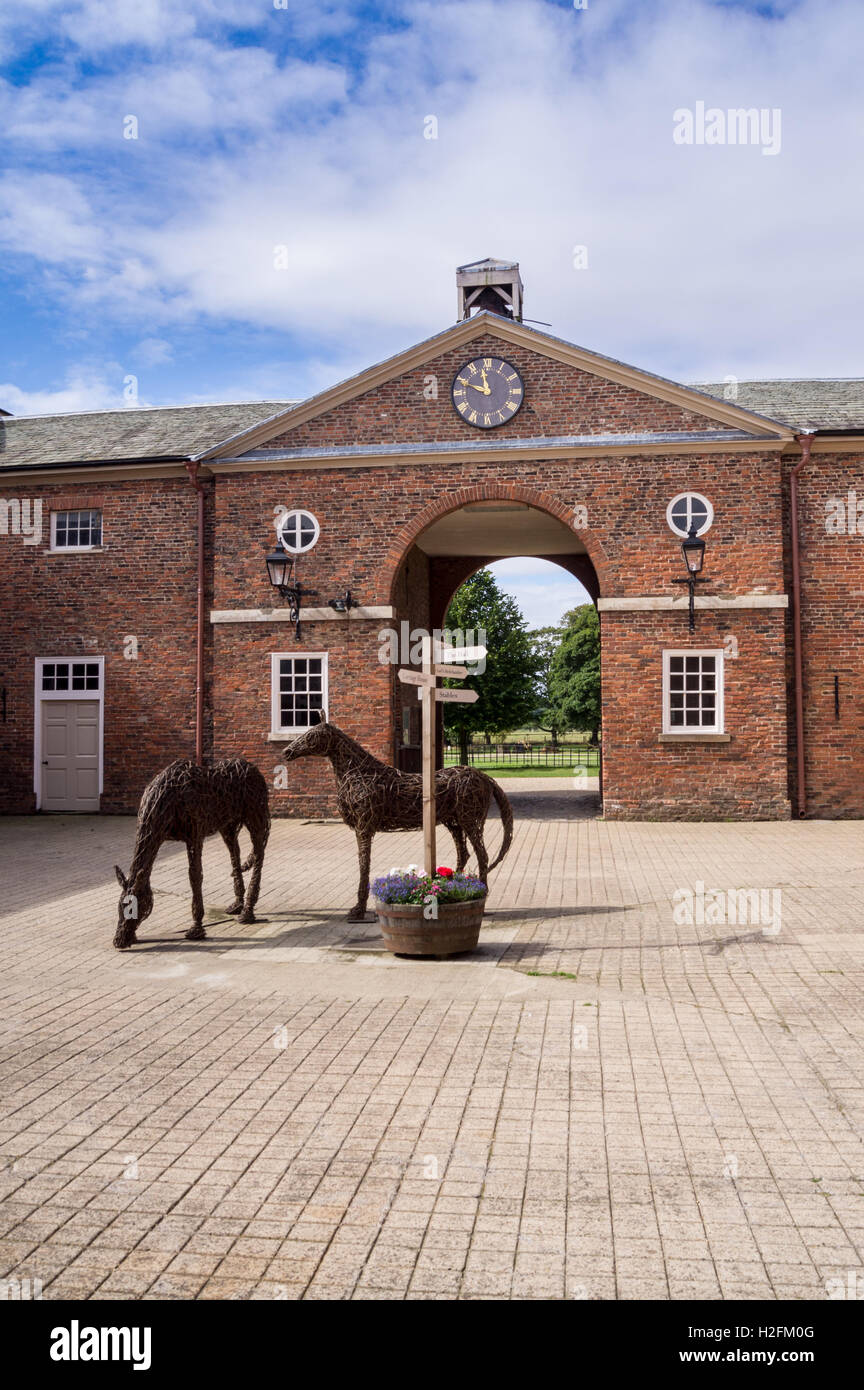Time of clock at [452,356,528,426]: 11:48
